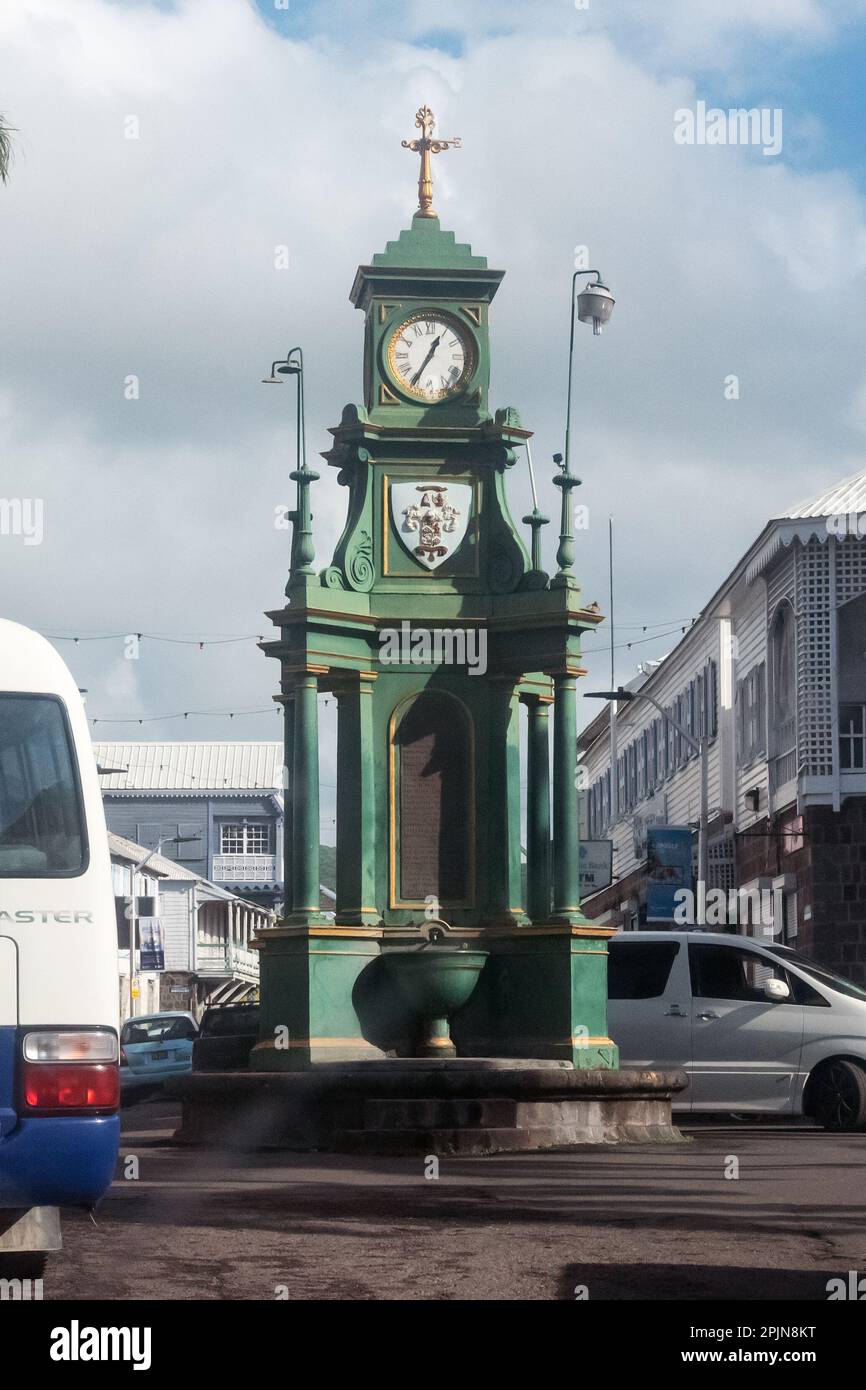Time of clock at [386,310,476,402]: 12:34
